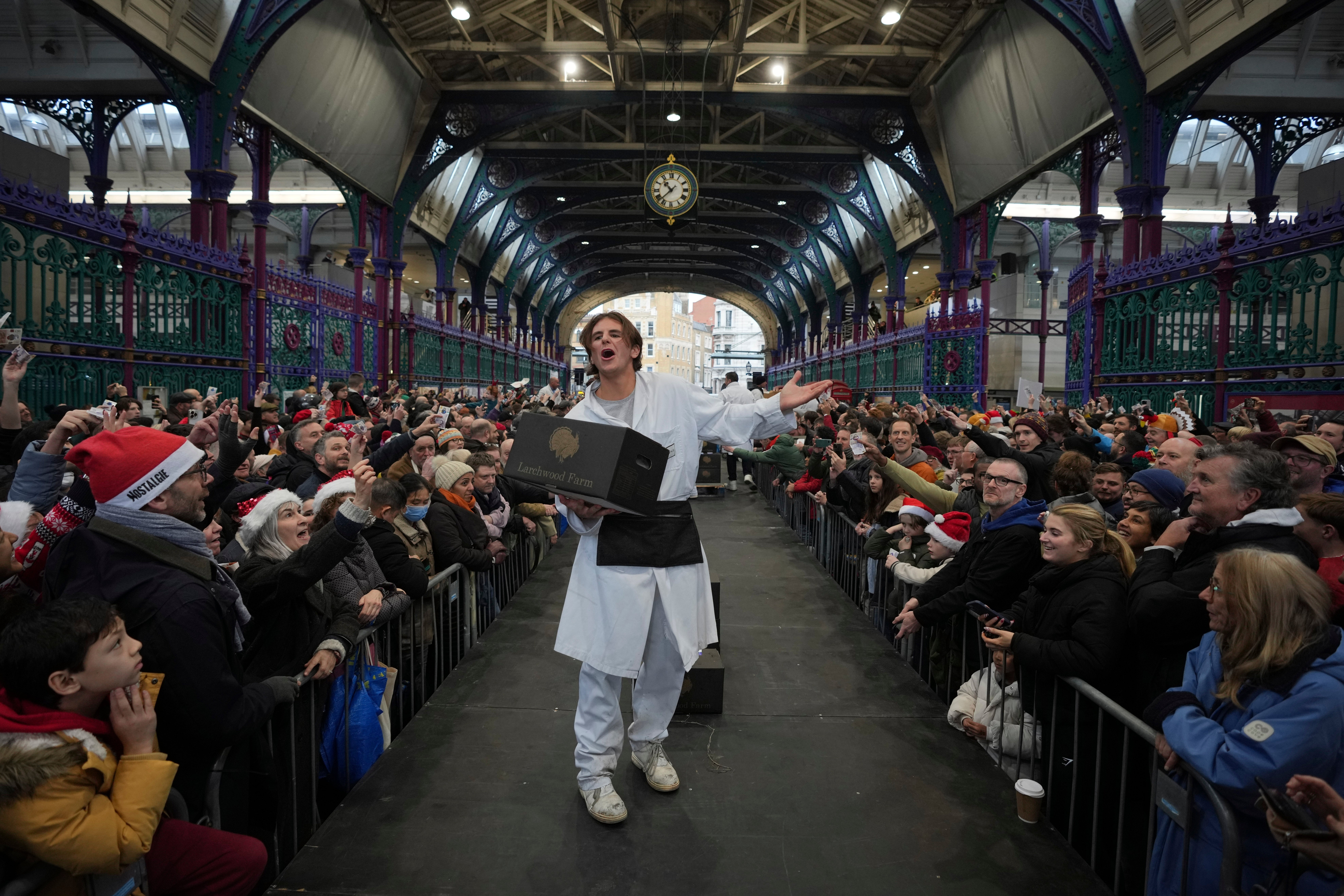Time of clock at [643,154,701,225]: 10:37
